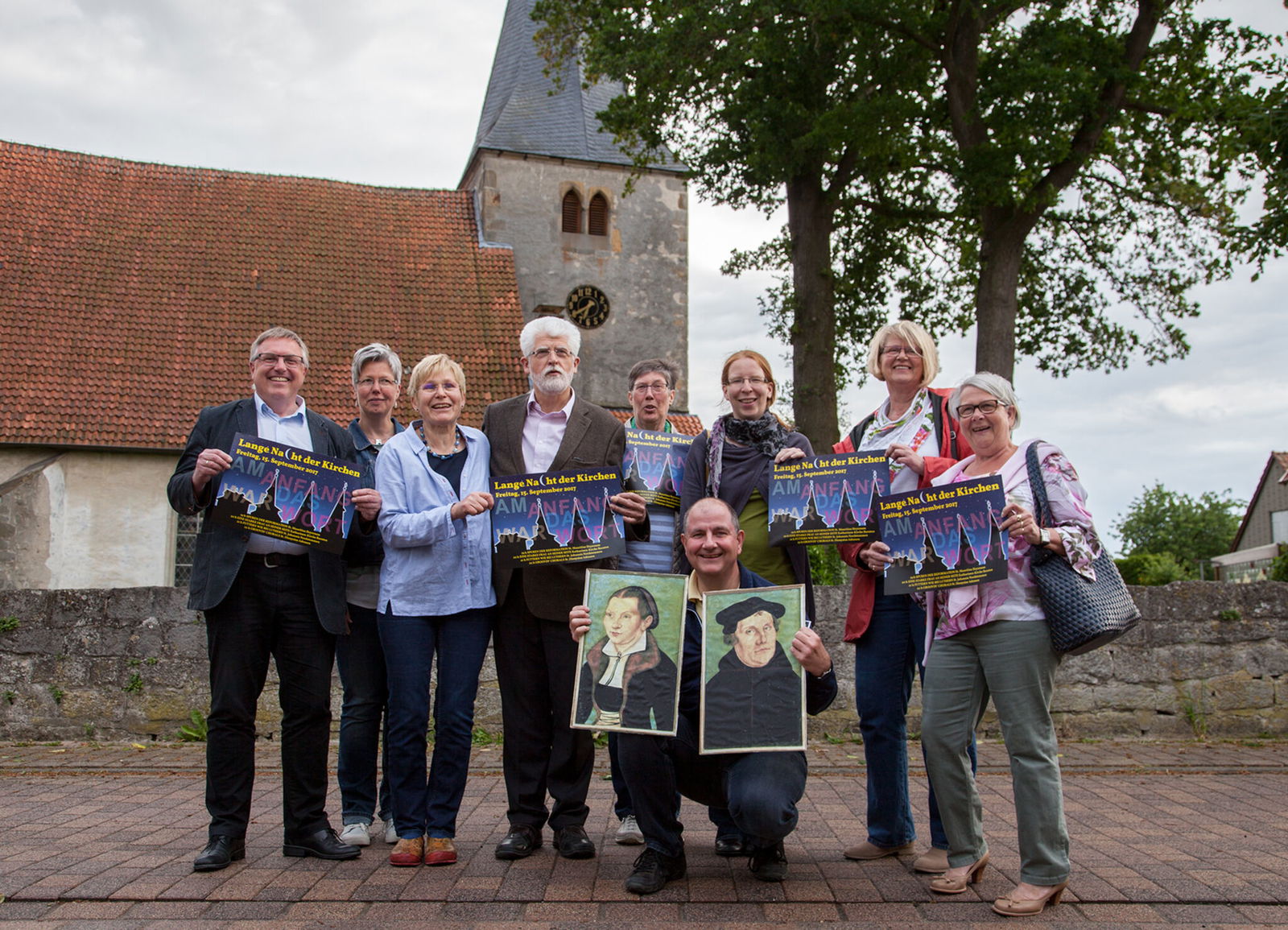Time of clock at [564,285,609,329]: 6:40
